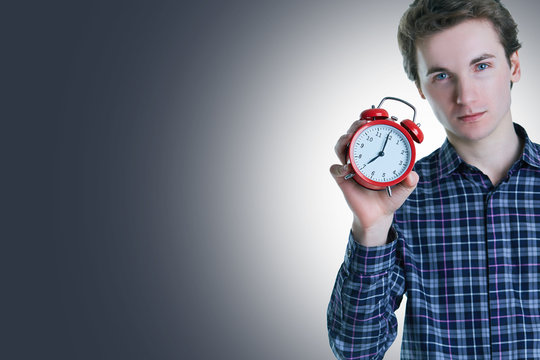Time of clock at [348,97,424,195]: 8:04
